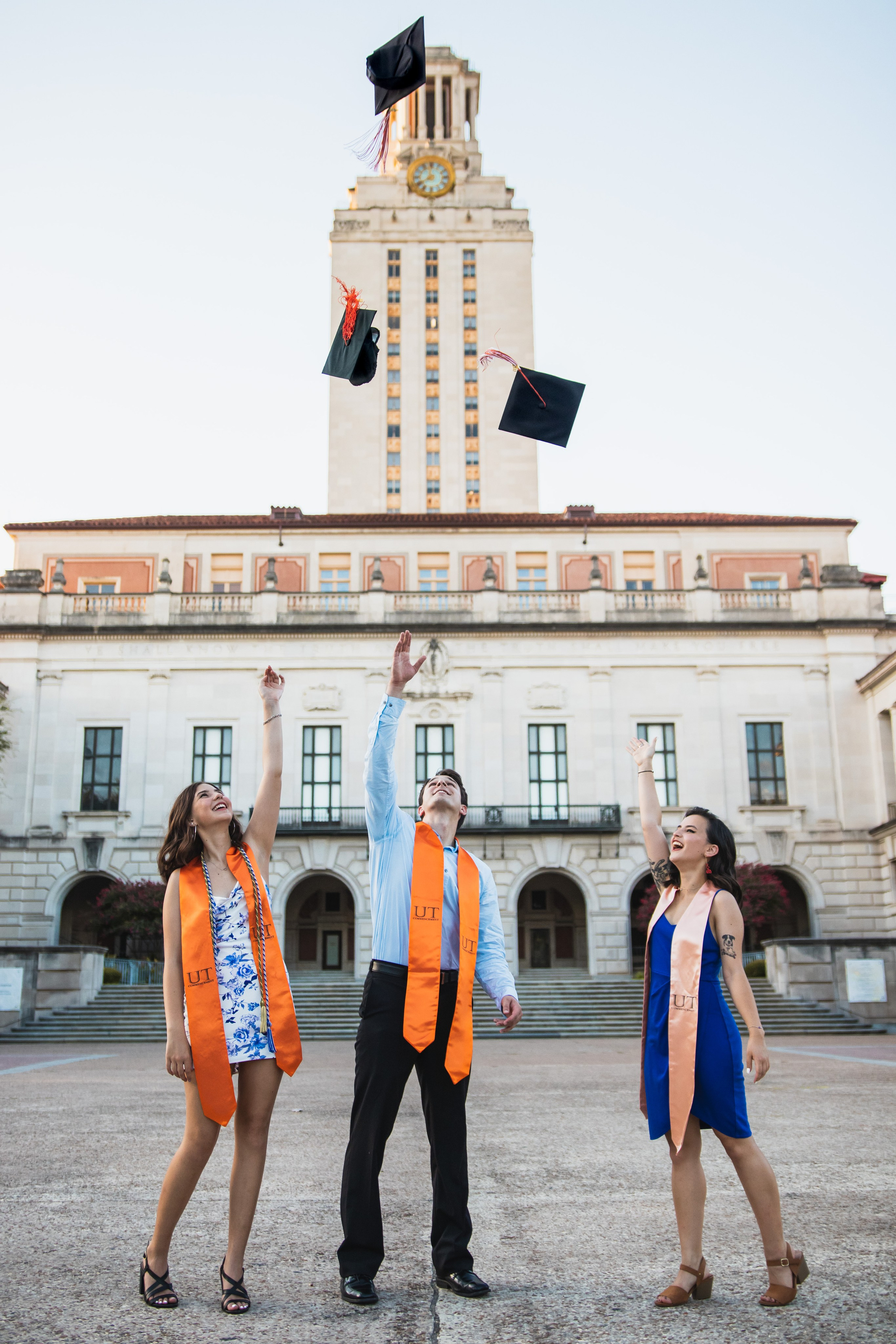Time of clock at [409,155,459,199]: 11:38
